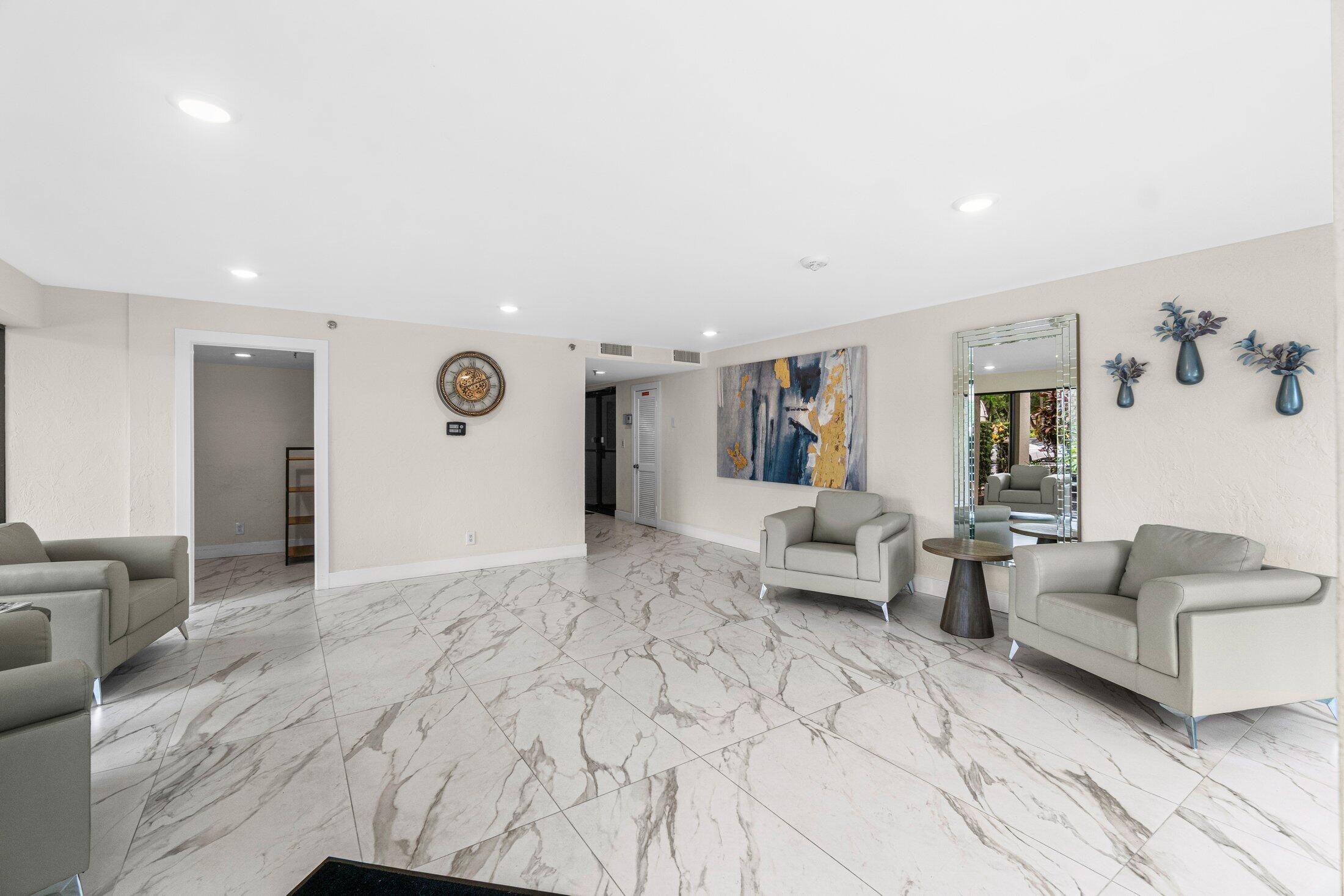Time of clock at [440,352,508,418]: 12:10
